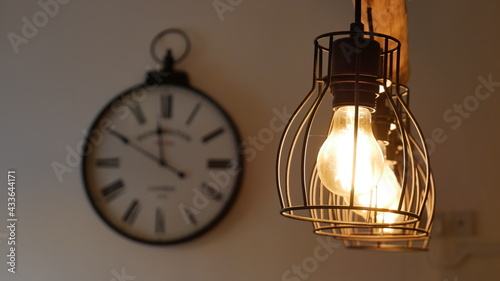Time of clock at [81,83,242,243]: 11:49
